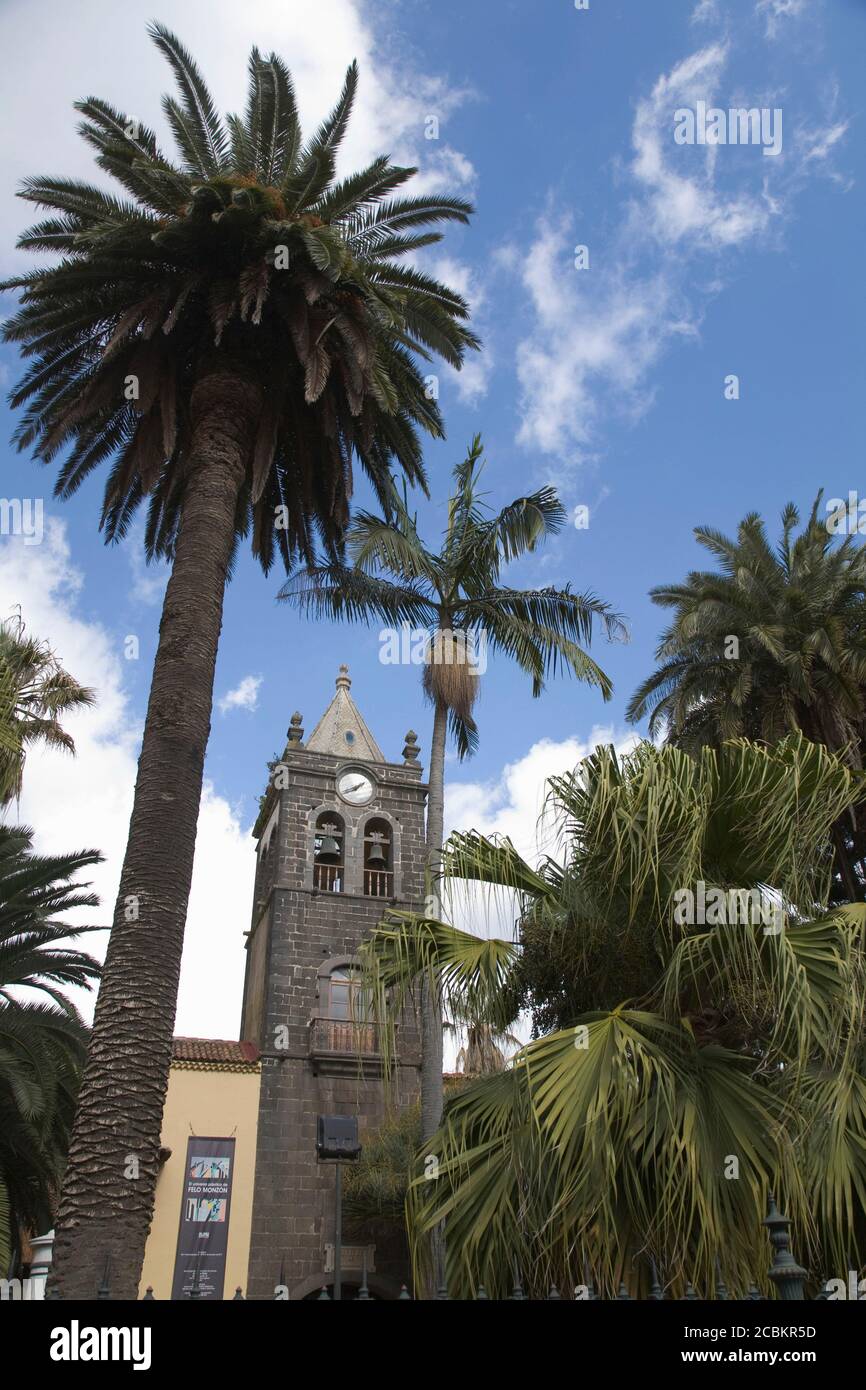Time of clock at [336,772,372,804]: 7:40
